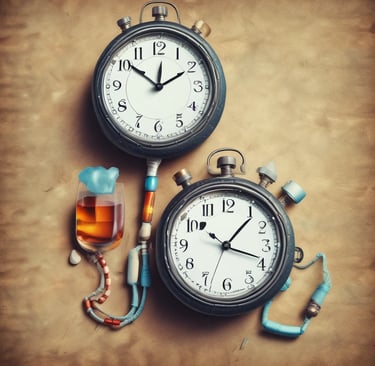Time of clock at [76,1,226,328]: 1:51
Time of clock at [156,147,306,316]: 1:18
